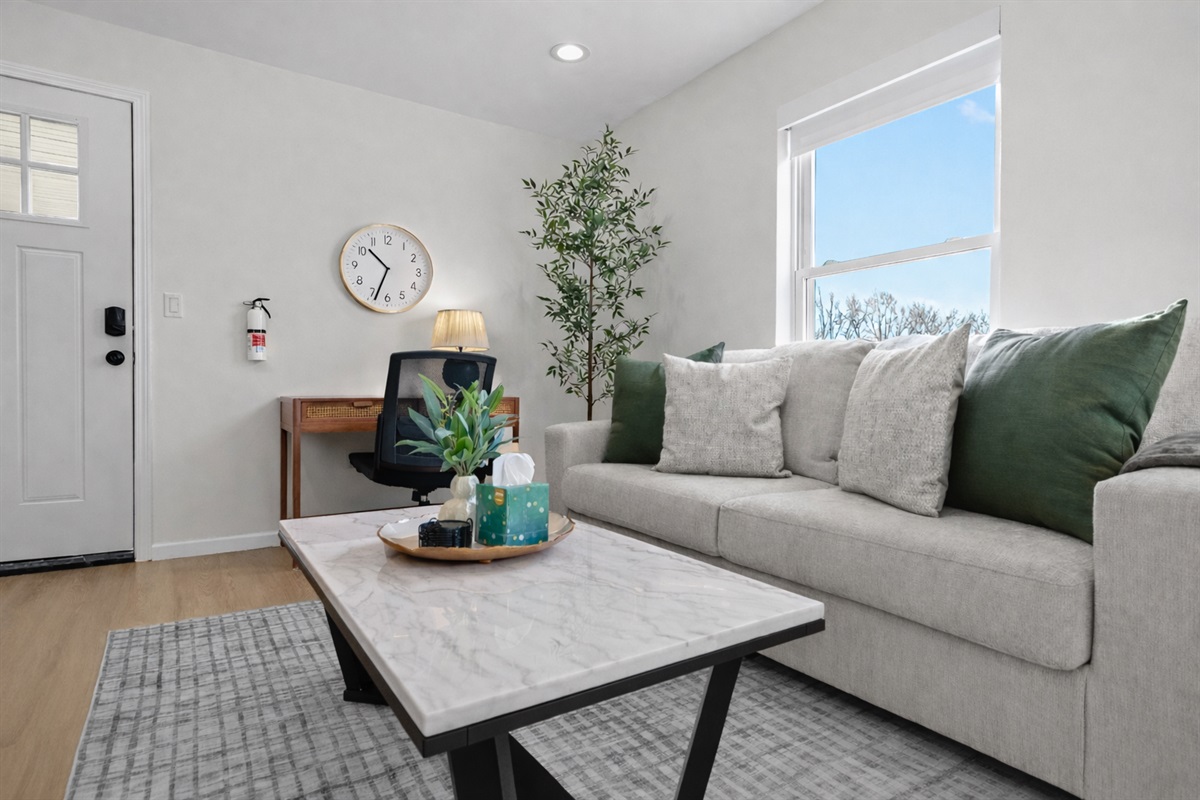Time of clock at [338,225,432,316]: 10:33
